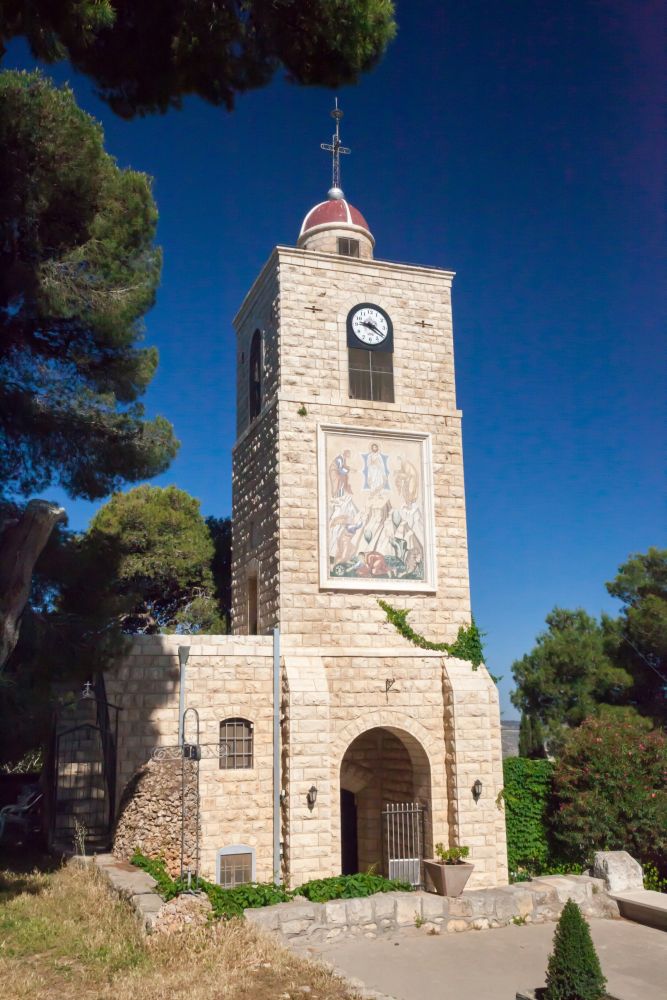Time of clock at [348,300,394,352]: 9:20
